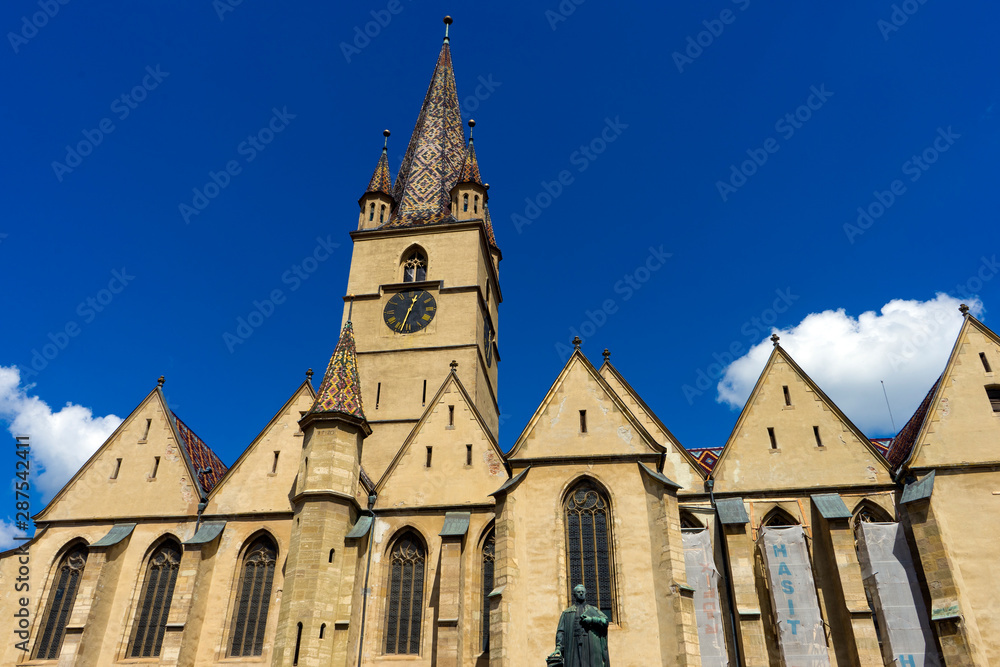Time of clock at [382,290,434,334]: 12:32
